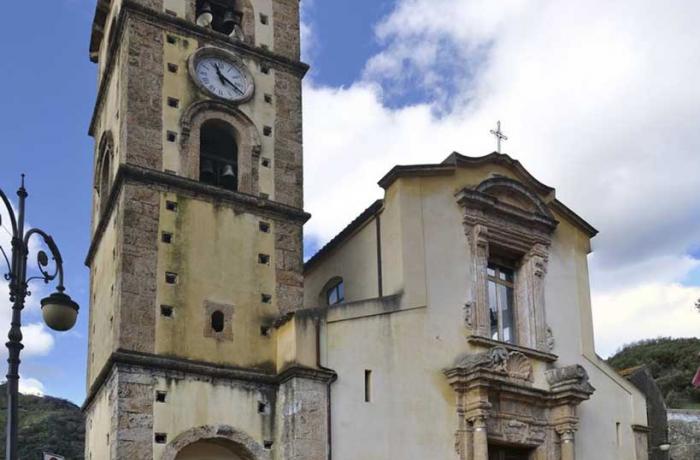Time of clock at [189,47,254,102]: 11:21
